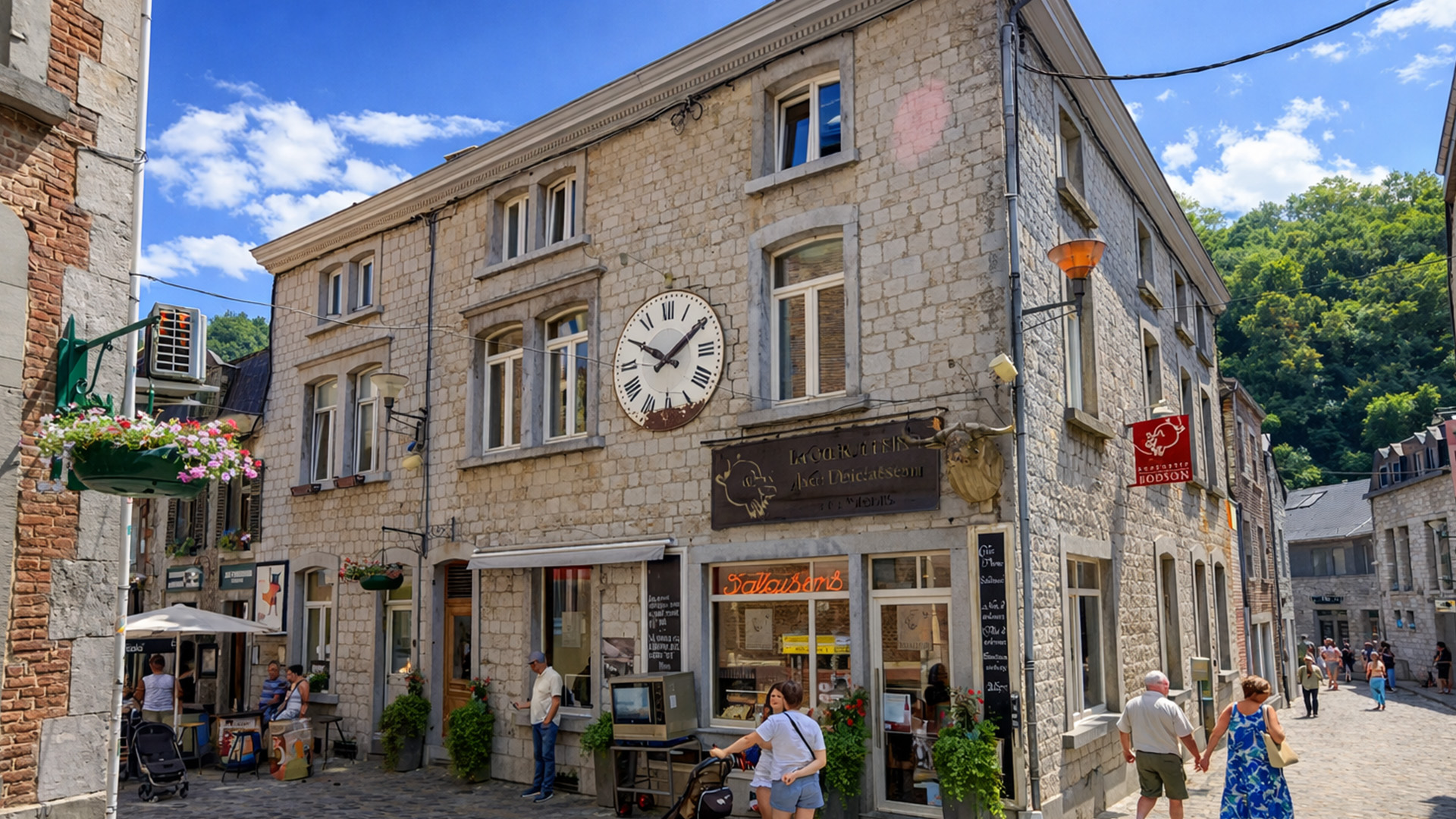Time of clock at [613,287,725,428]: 1:50
